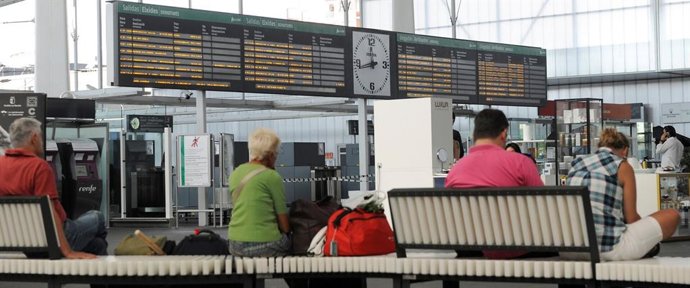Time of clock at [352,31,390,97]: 11:43
